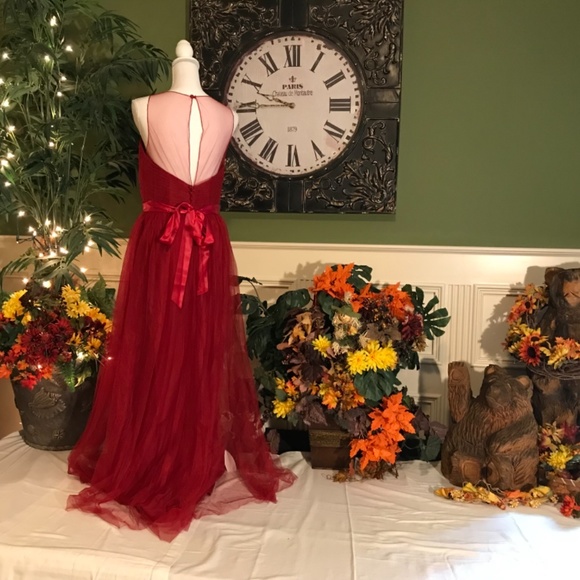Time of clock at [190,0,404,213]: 9:44
